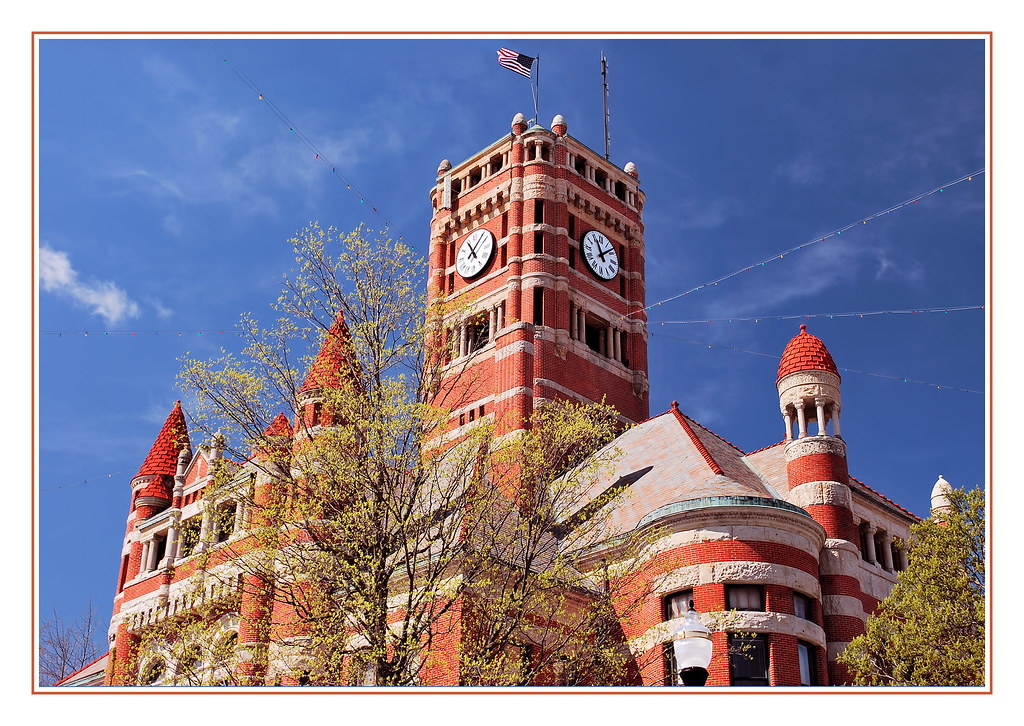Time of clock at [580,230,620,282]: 11:07
